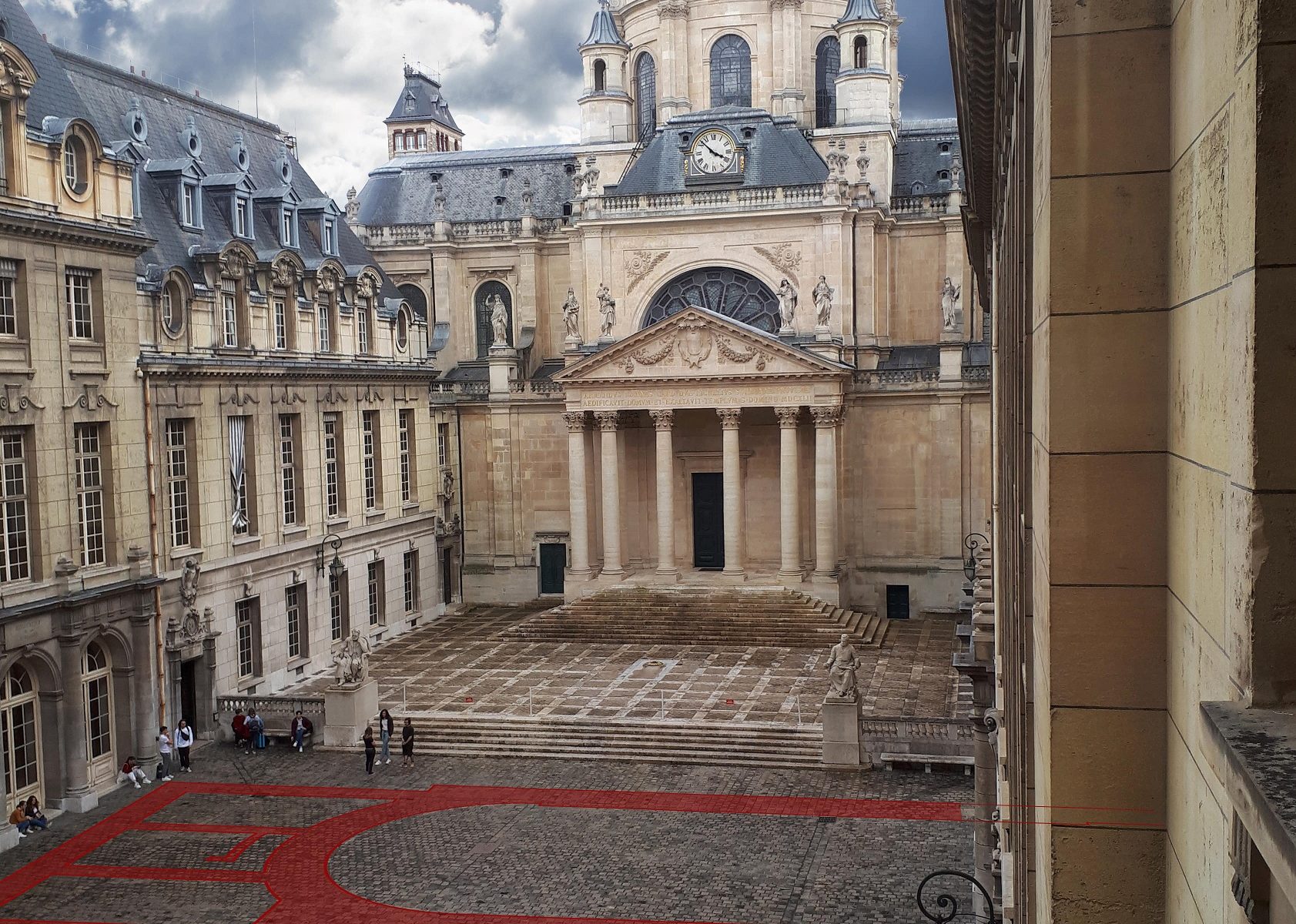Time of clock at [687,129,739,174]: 3:52
